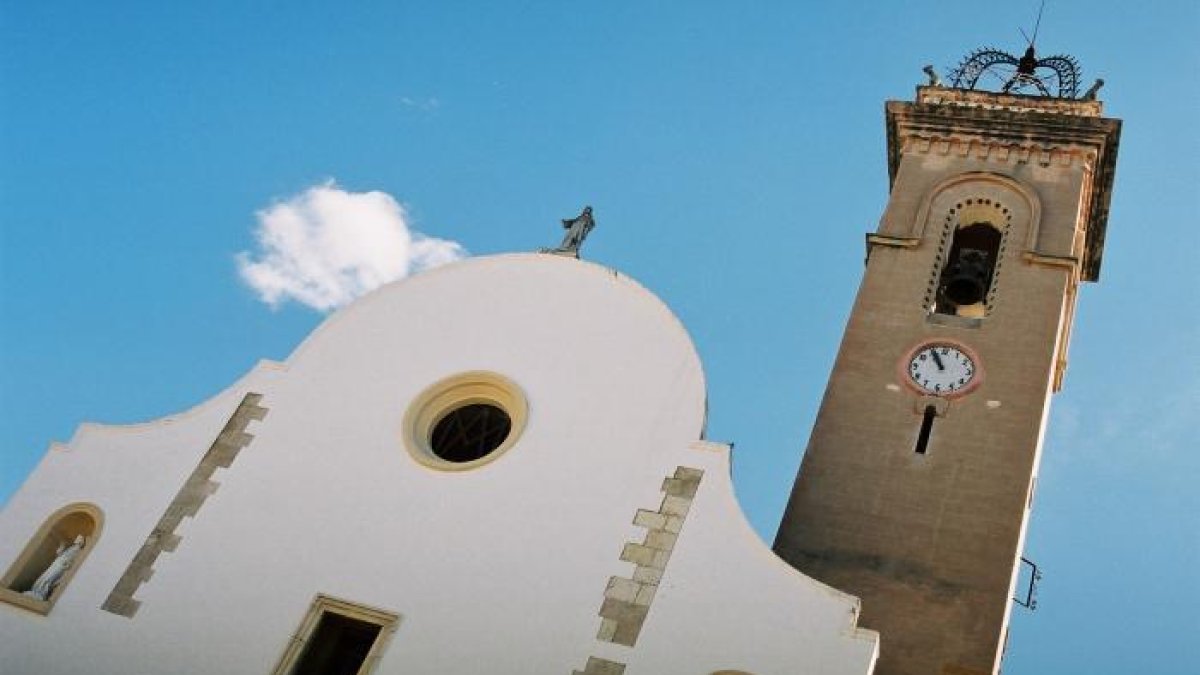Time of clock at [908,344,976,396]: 10:56
